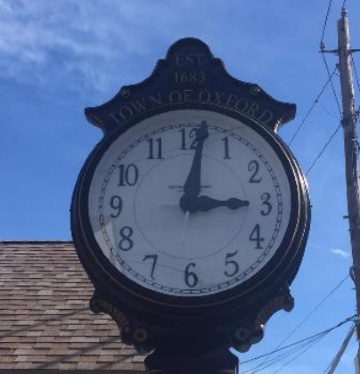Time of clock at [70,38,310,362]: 3:01
